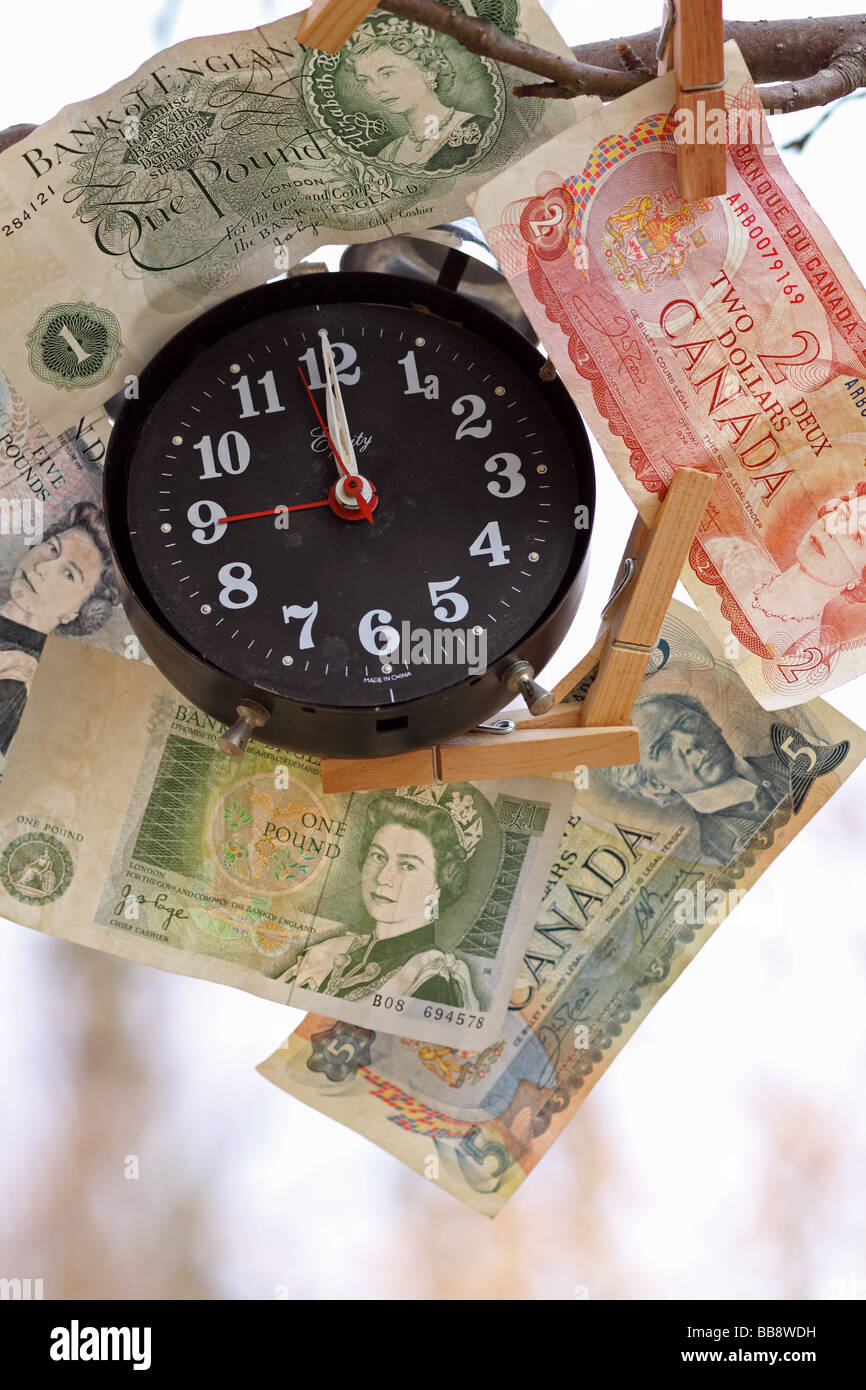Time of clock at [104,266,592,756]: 12:00
